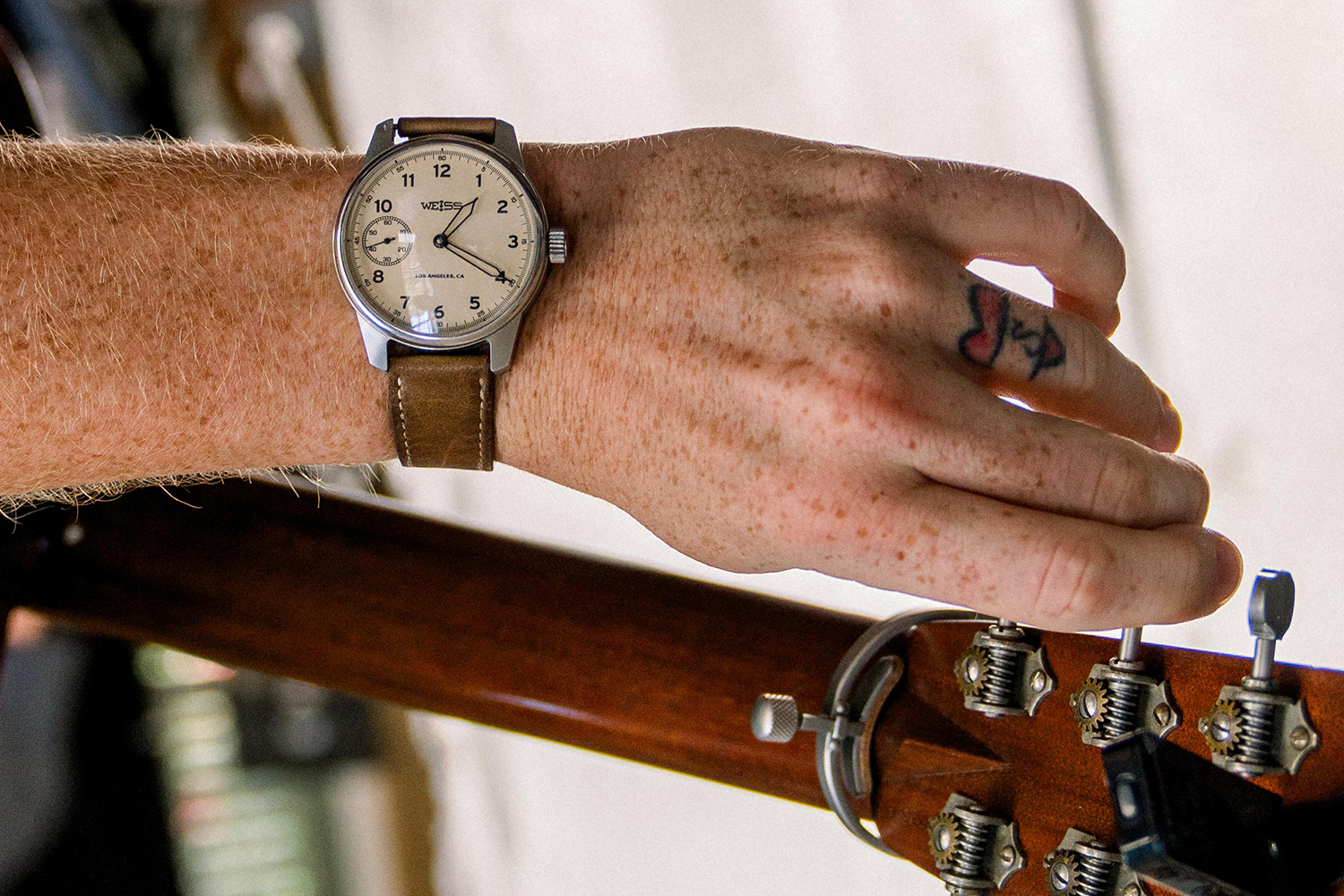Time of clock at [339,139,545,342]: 1:19
